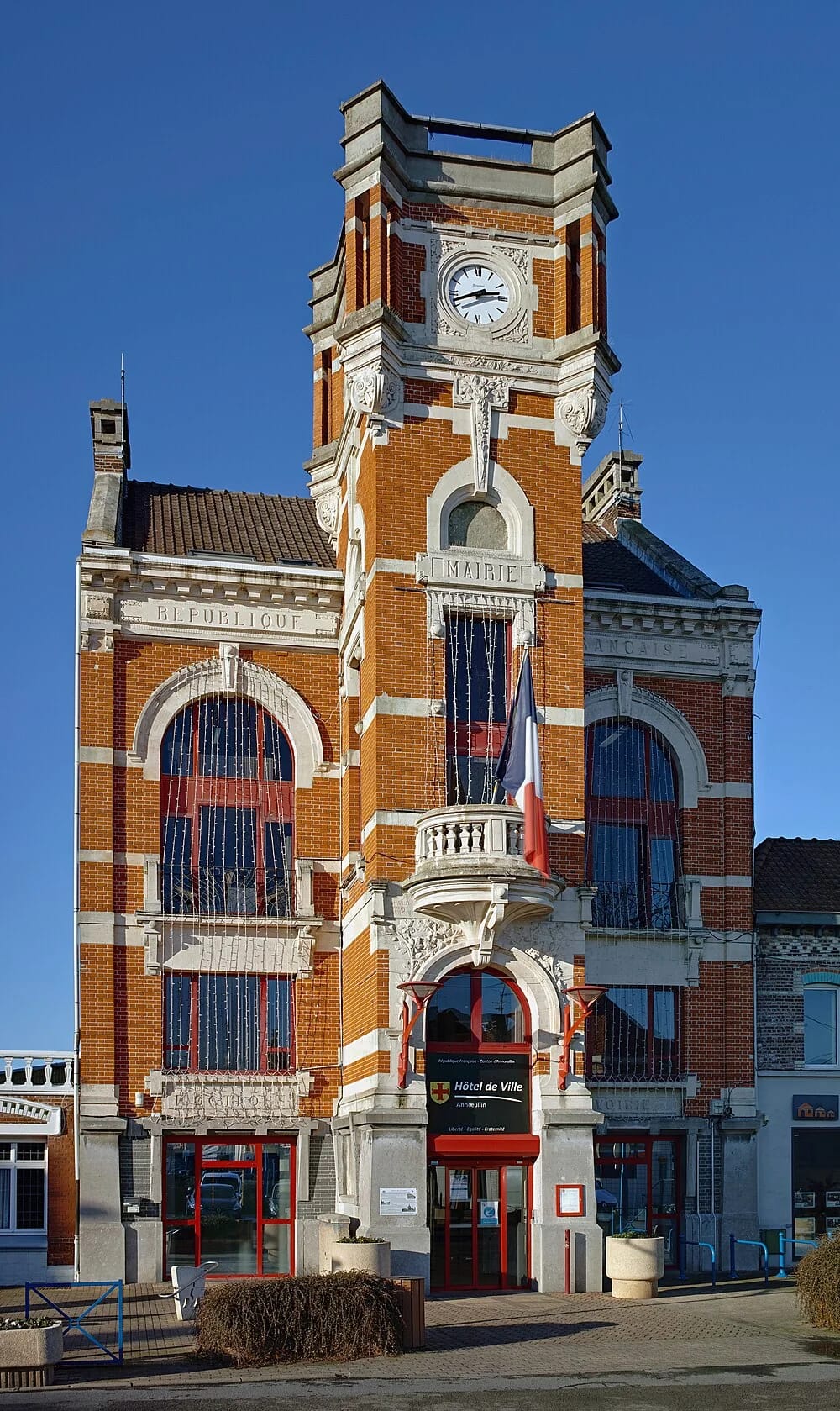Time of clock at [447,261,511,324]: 2:41
